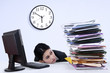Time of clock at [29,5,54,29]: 5:50
